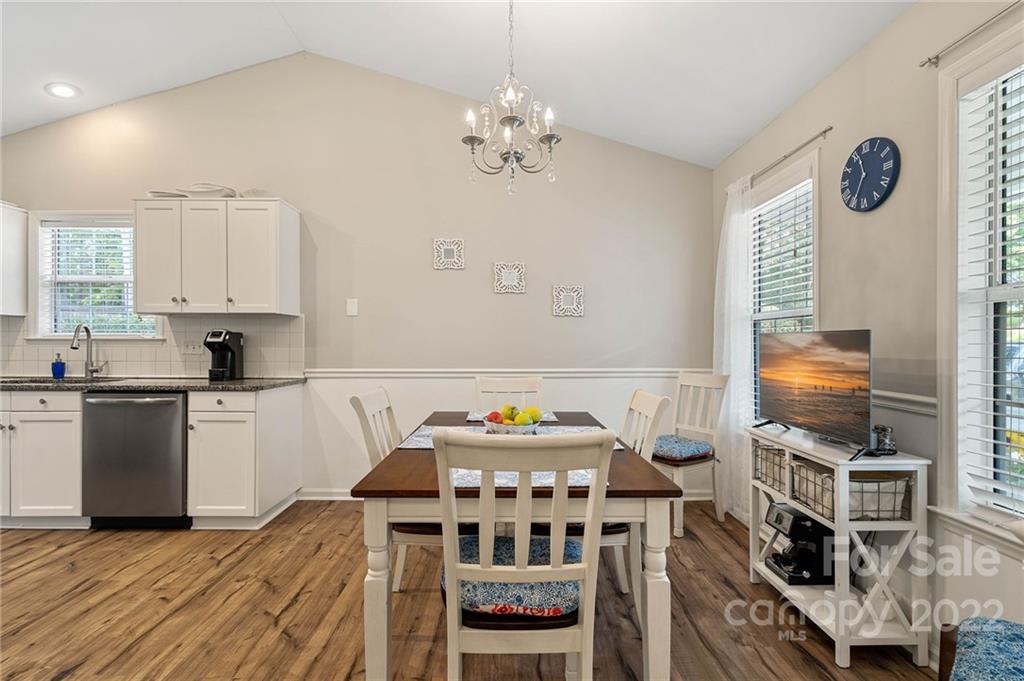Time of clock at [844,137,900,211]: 11:33
